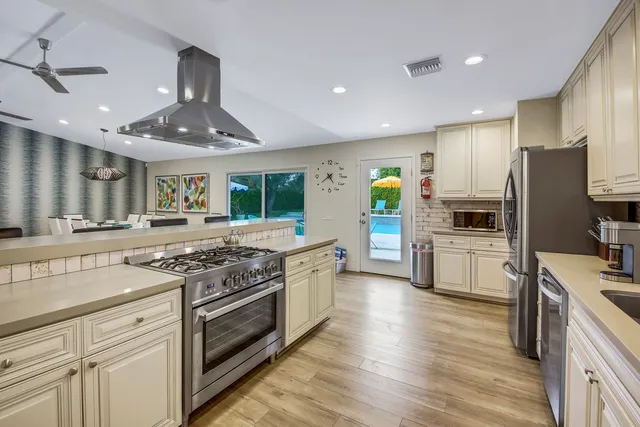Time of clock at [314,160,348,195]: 4:39
